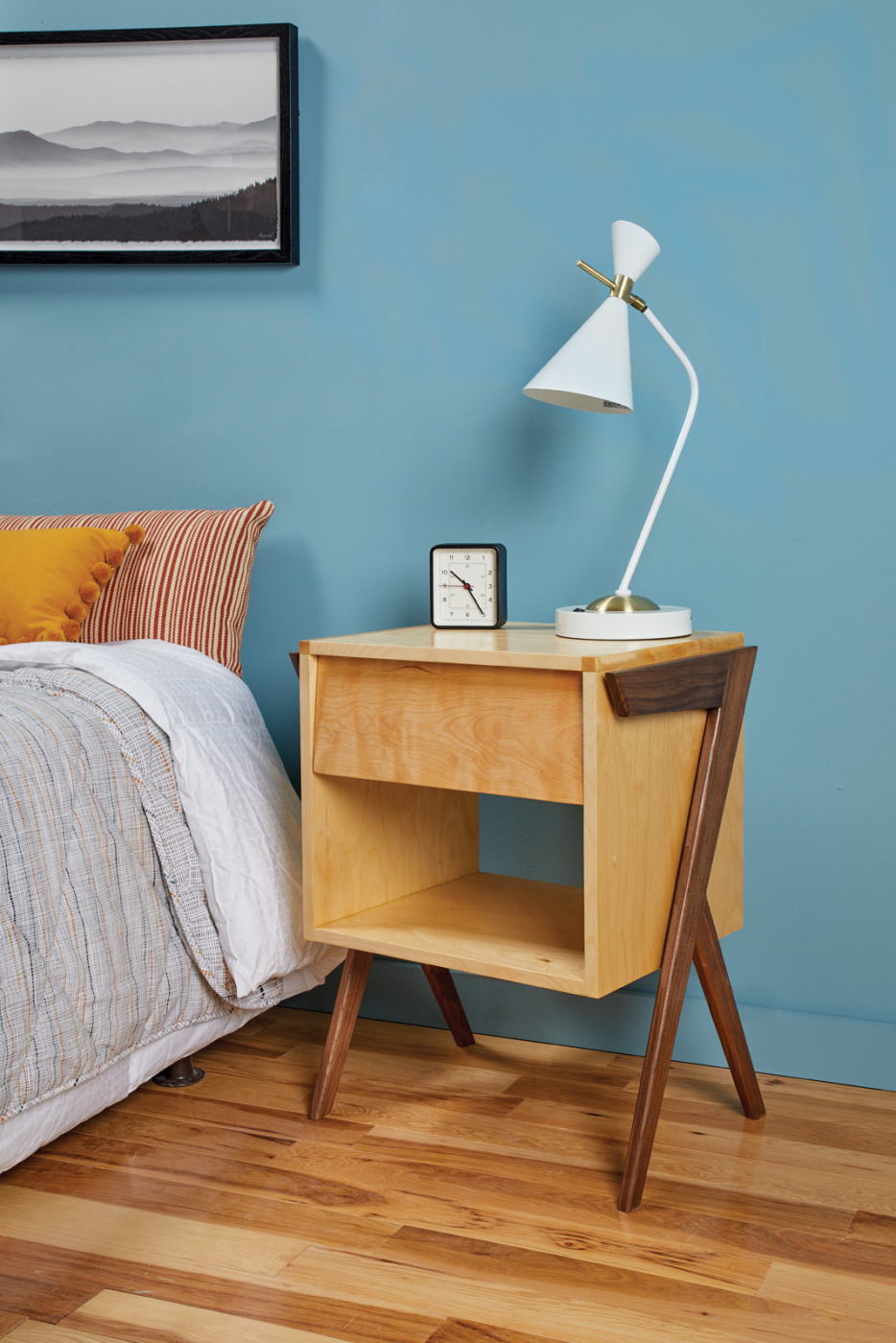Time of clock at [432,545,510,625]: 10:24
